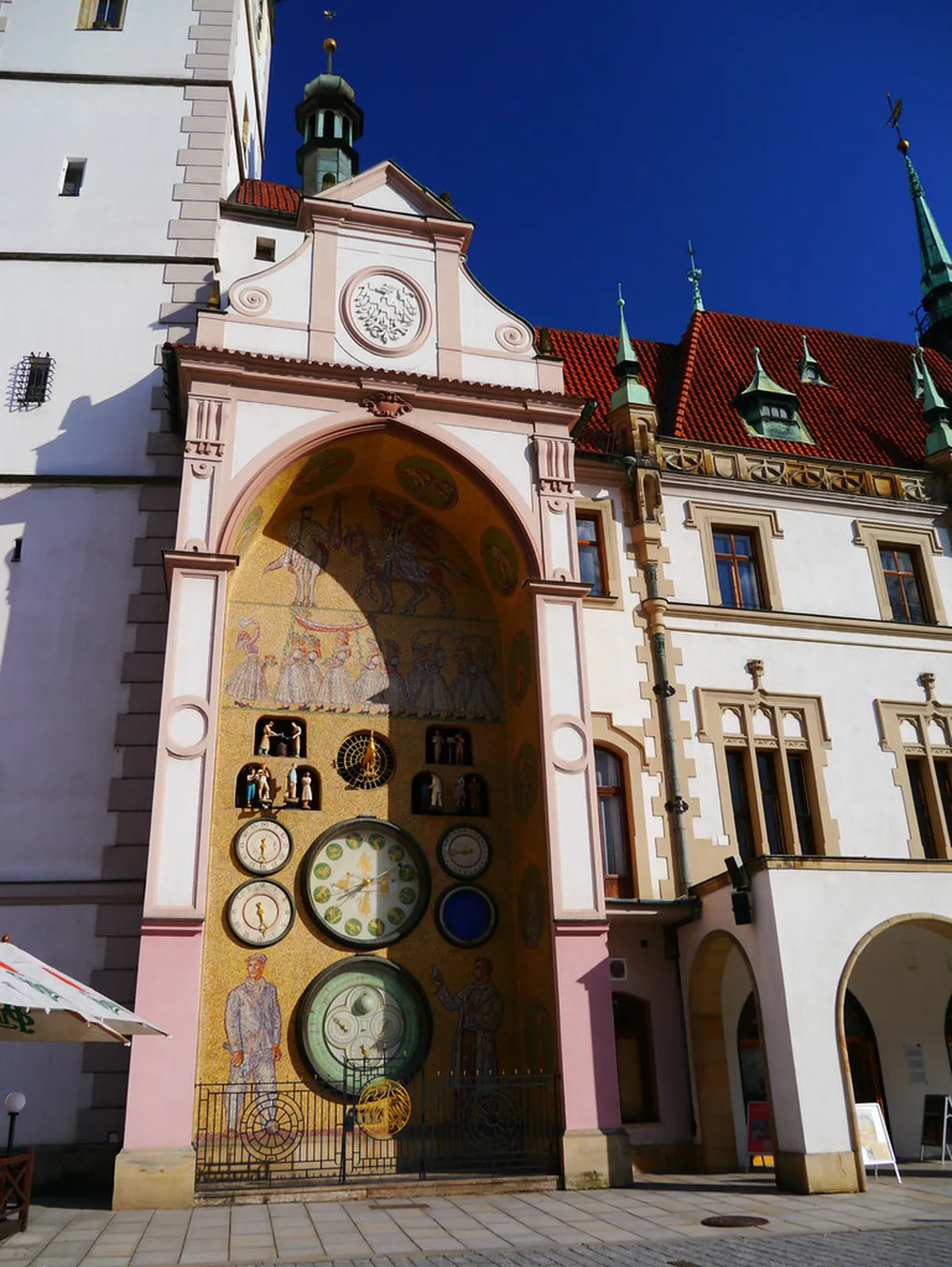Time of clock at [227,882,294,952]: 5:28
